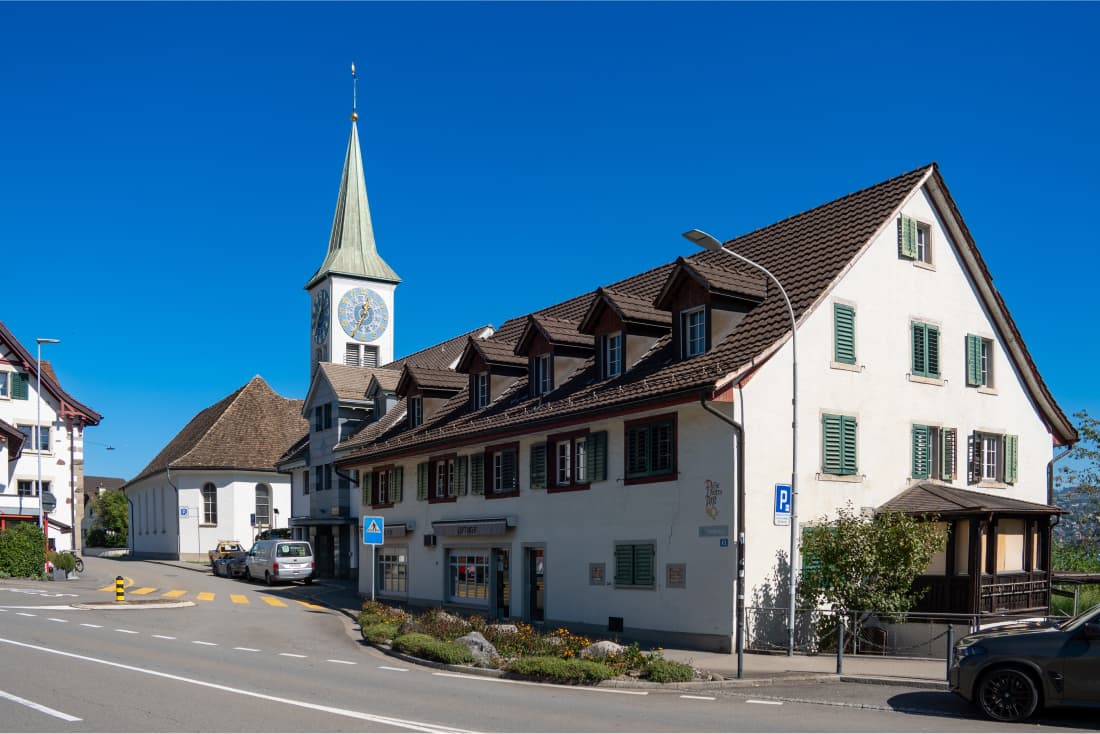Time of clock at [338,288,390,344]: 12:34
